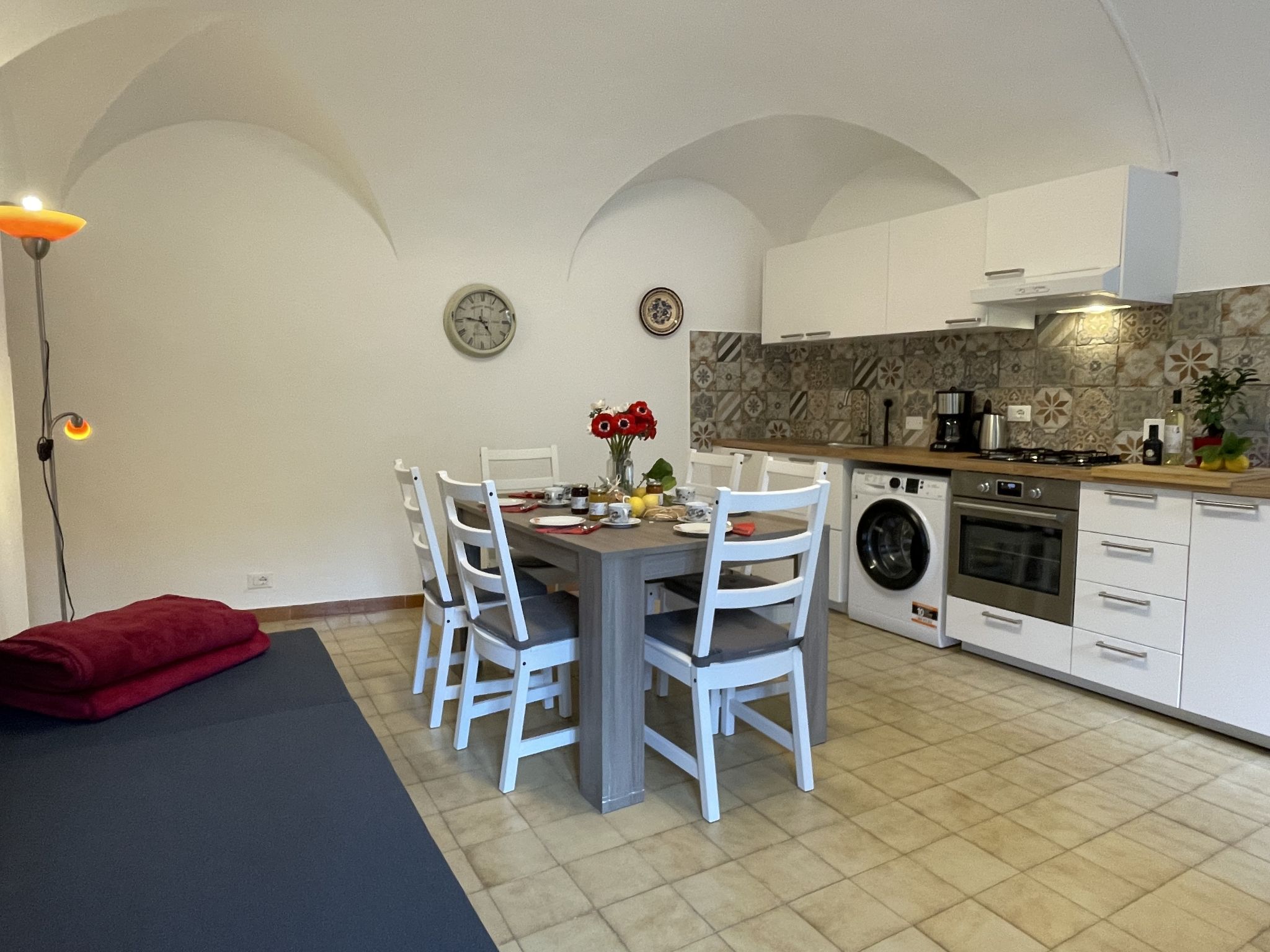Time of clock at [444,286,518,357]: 4:46
